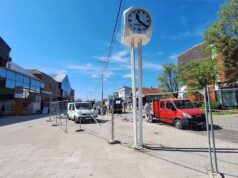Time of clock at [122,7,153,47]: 11:21
